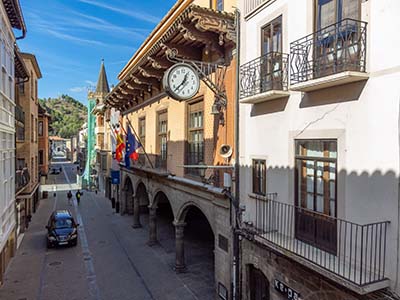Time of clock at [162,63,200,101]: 12:37
